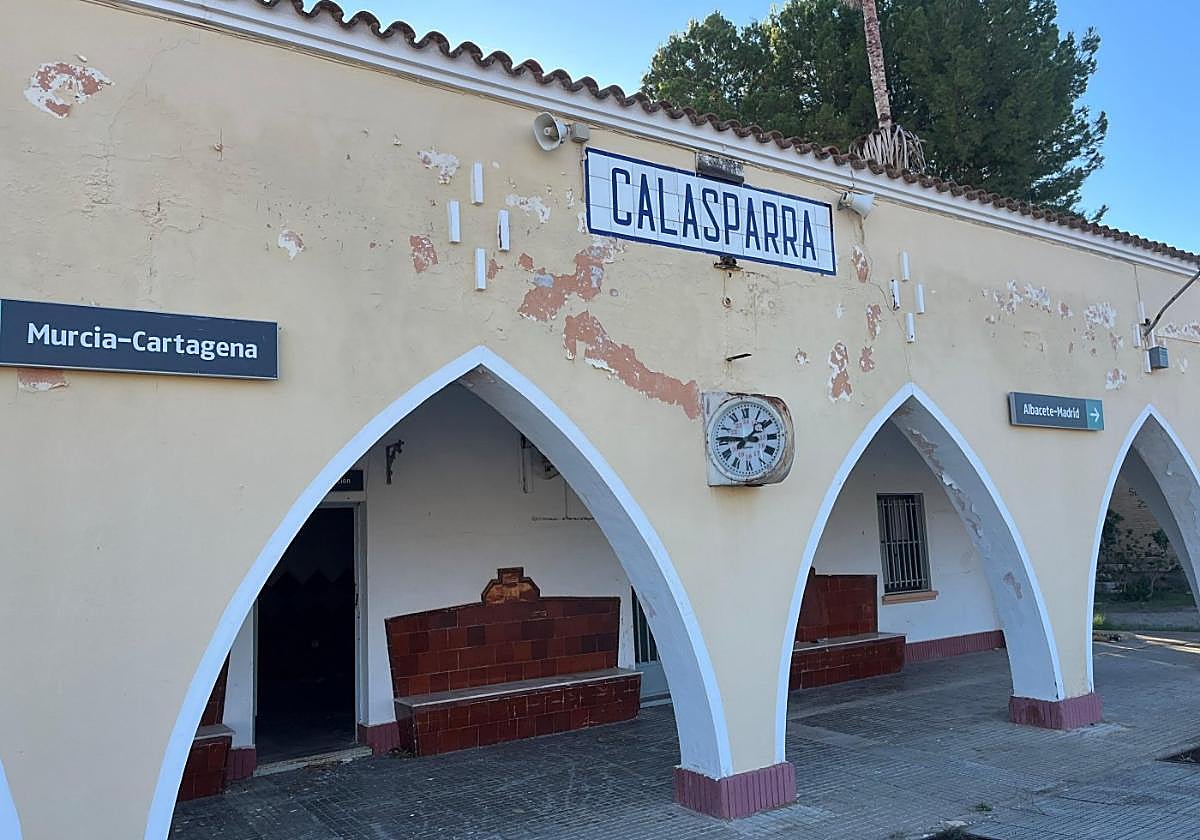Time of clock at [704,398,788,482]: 1:46
